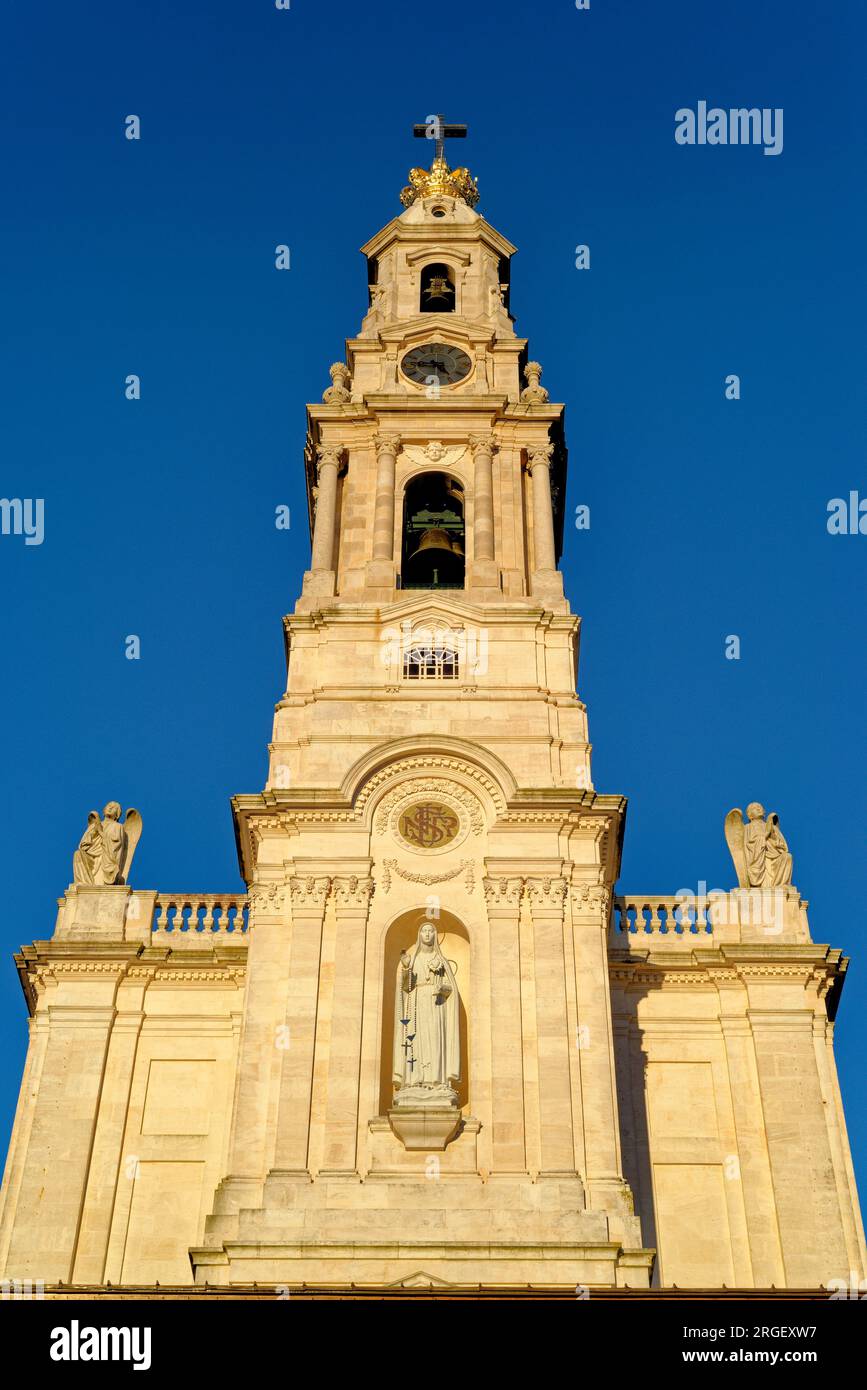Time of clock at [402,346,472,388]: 4:45
